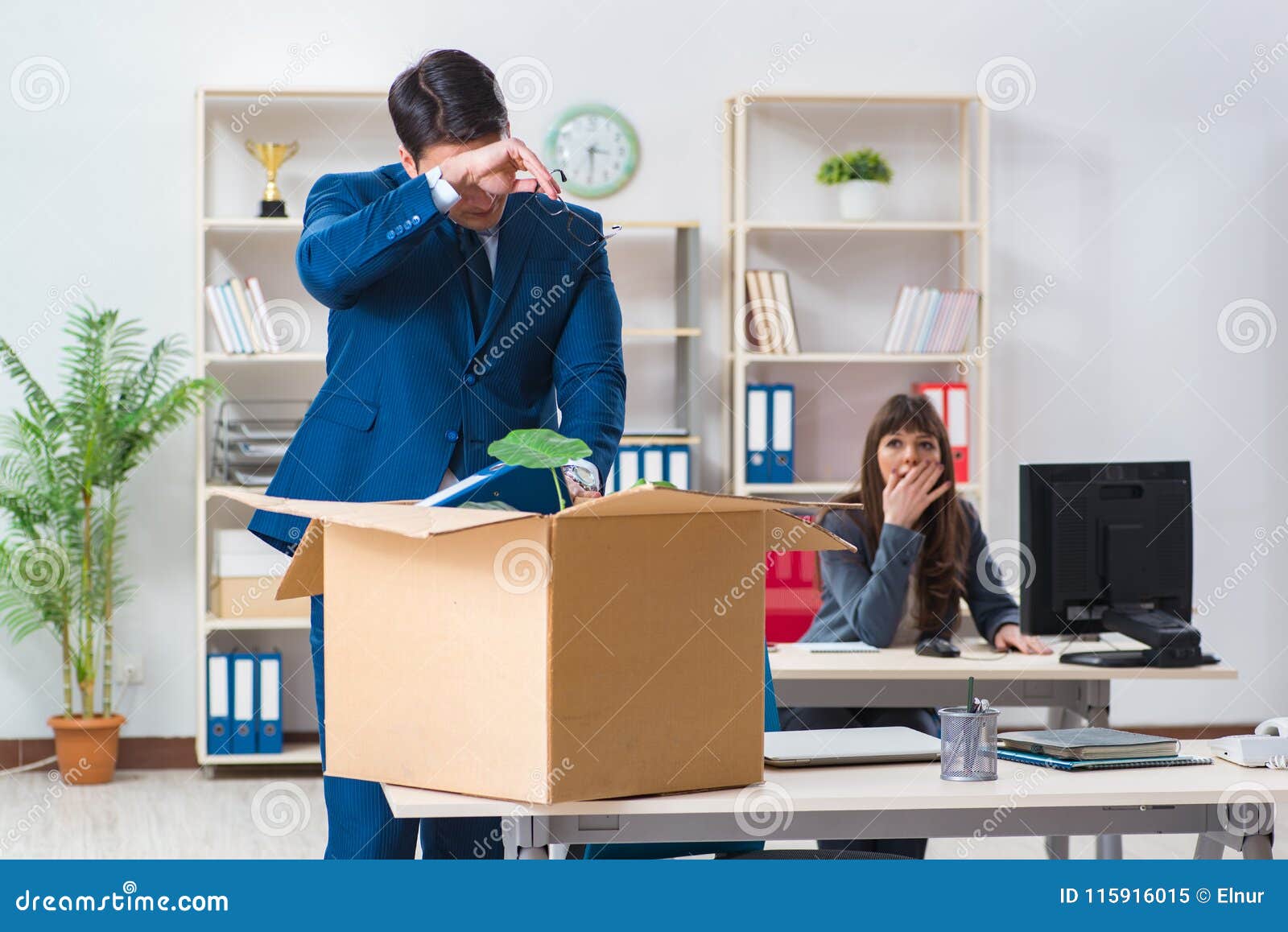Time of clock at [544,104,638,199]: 3:29
